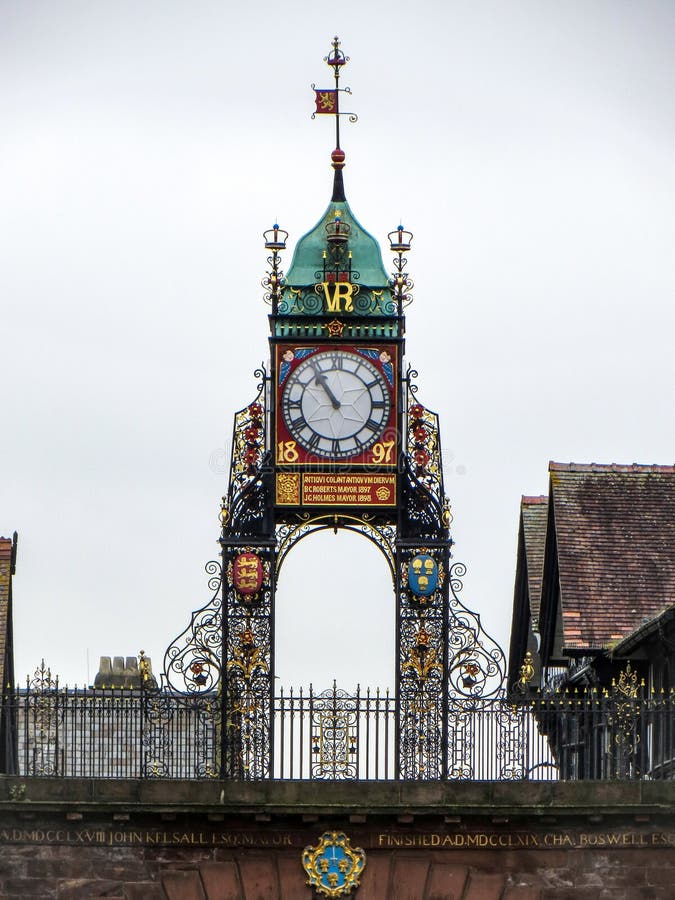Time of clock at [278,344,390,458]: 10:53
